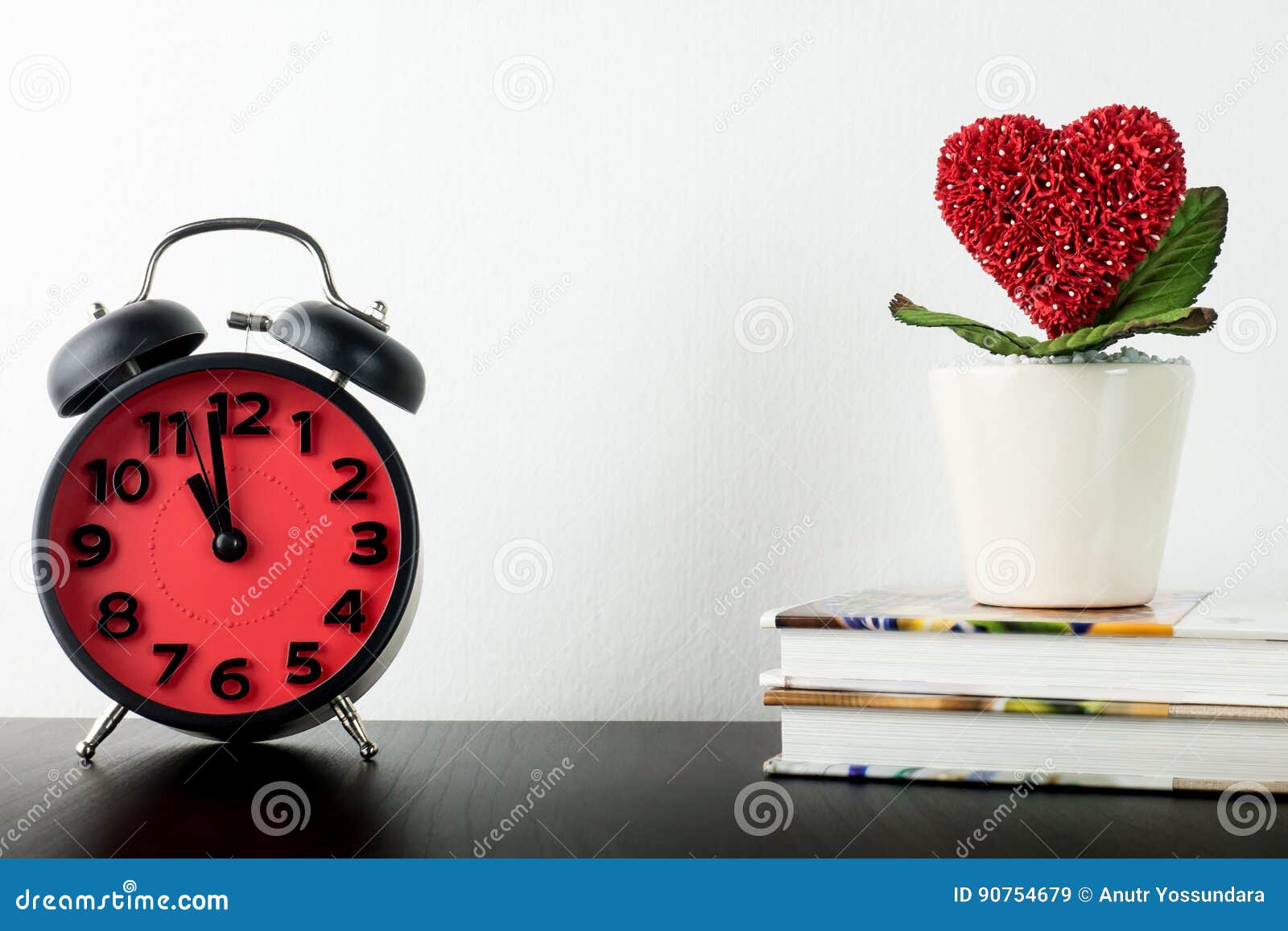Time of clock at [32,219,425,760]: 10:58
